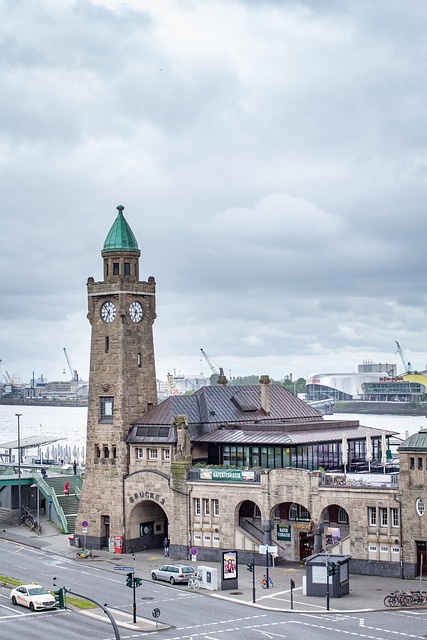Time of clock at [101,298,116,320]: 6:52
